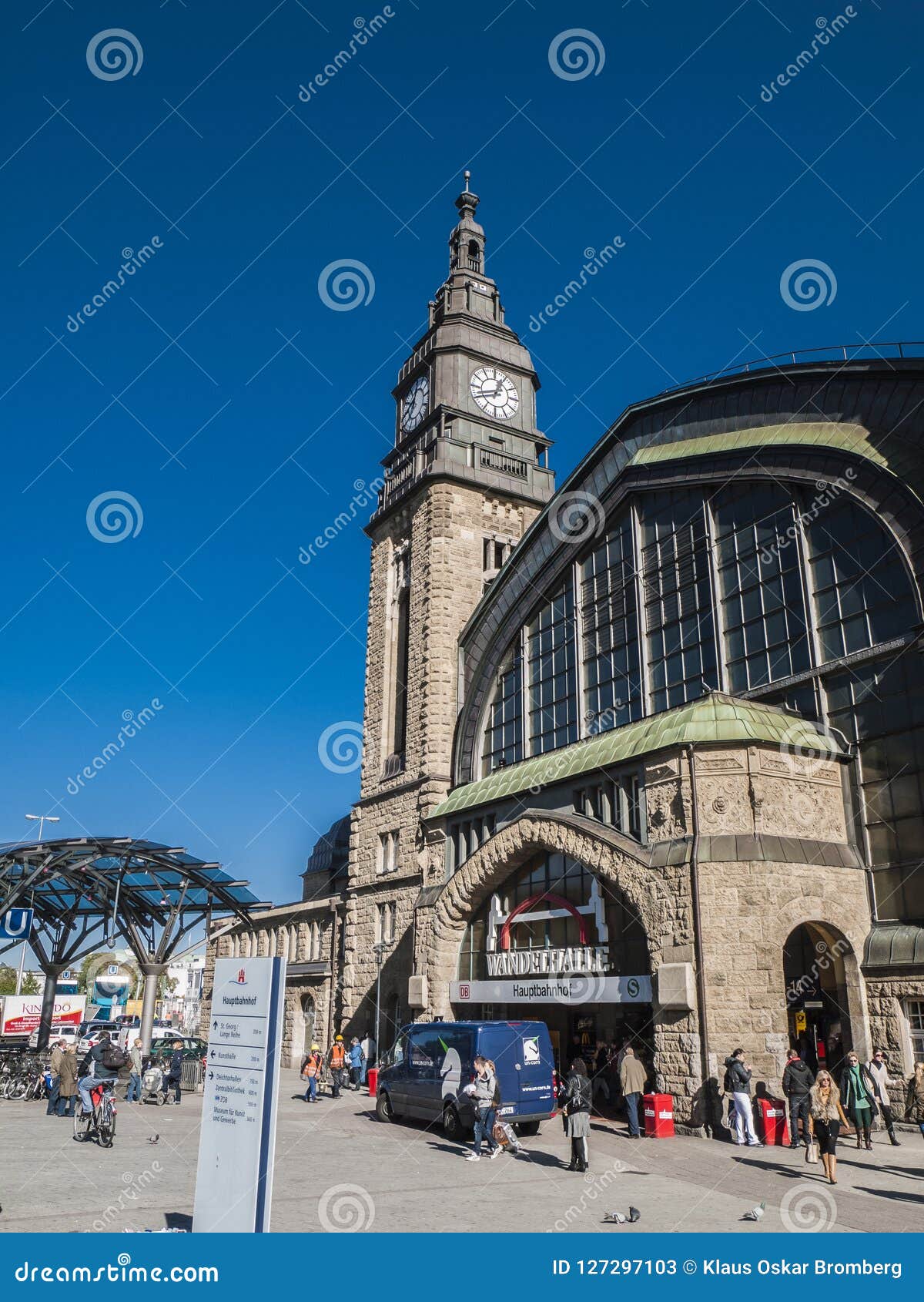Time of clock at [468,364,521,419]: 12:42
